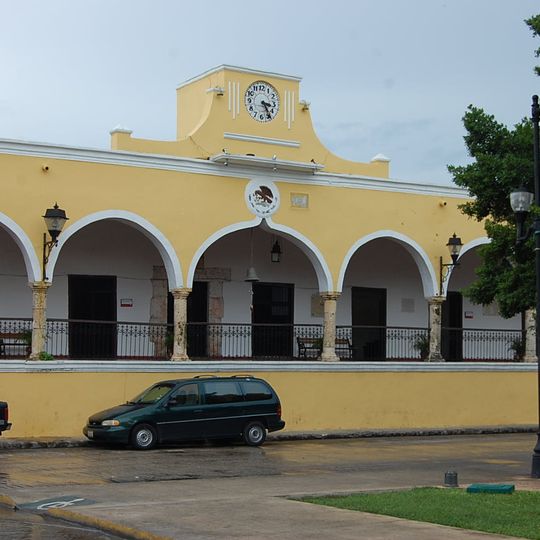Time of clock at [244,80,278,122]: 3:24
